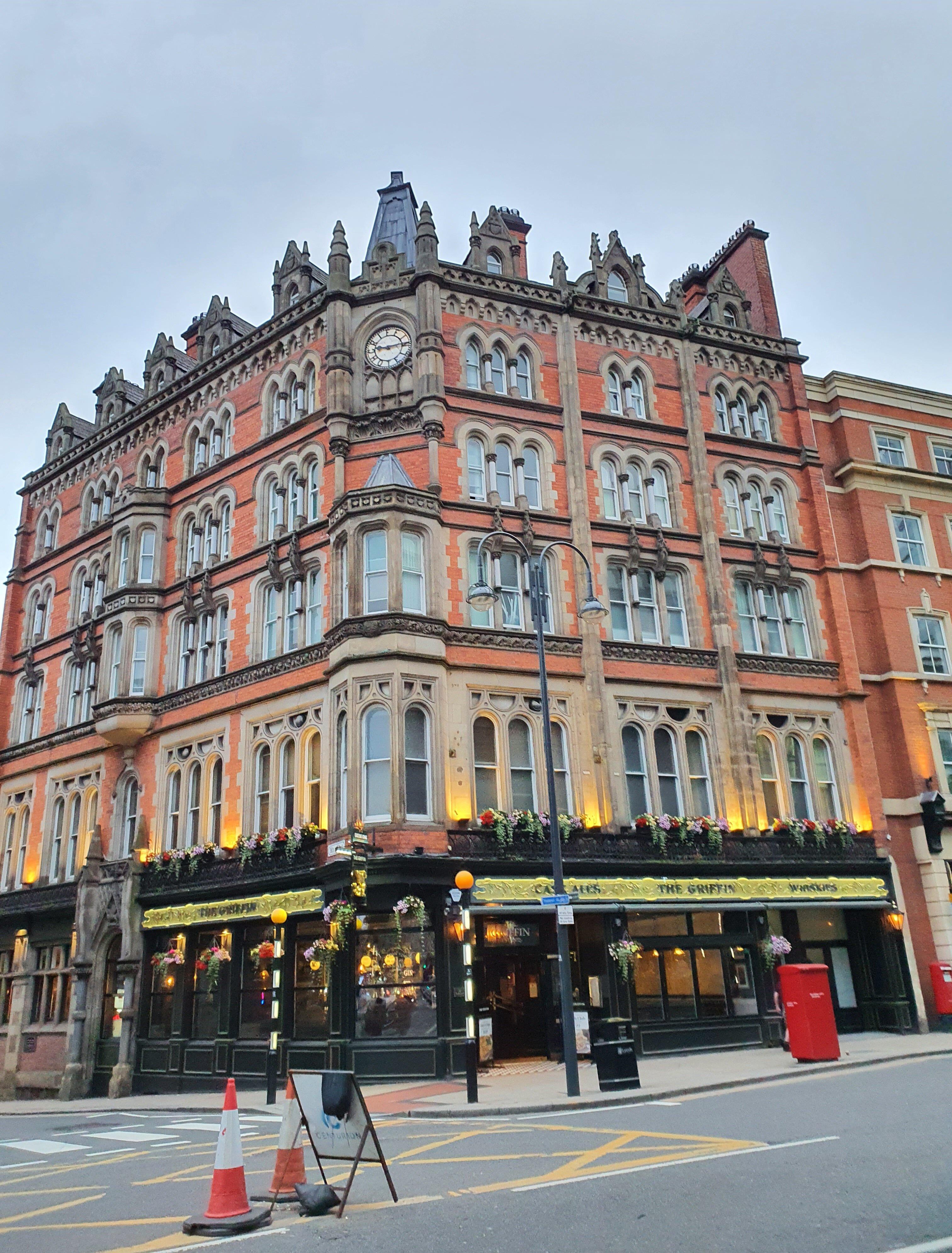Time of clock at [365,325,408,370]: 9:14
